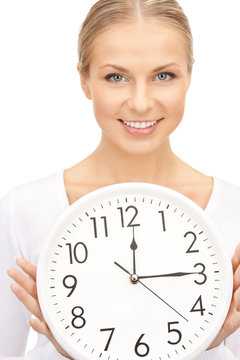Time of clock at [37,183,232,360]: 12:14
